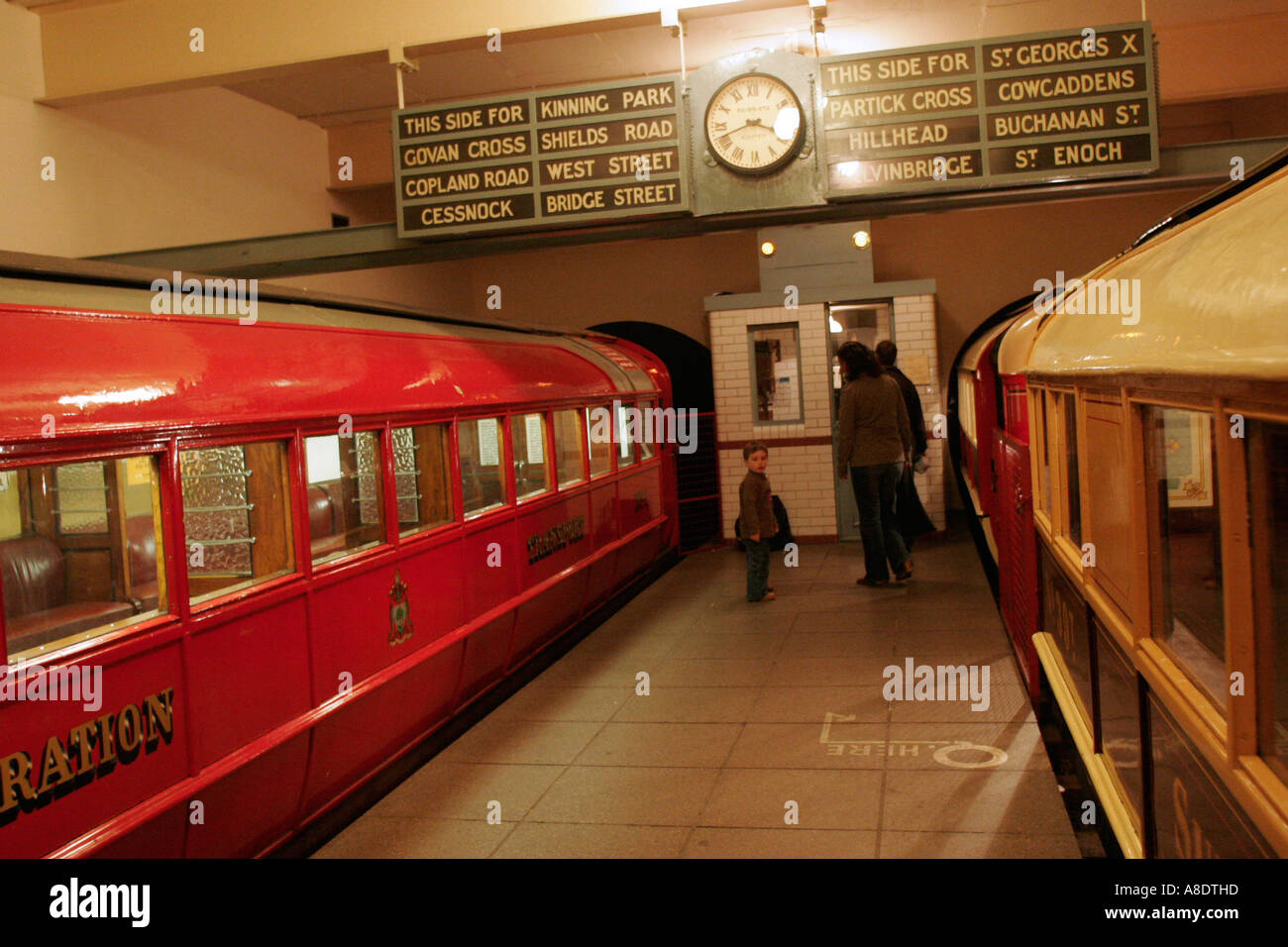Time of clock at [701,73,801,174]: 3:41
